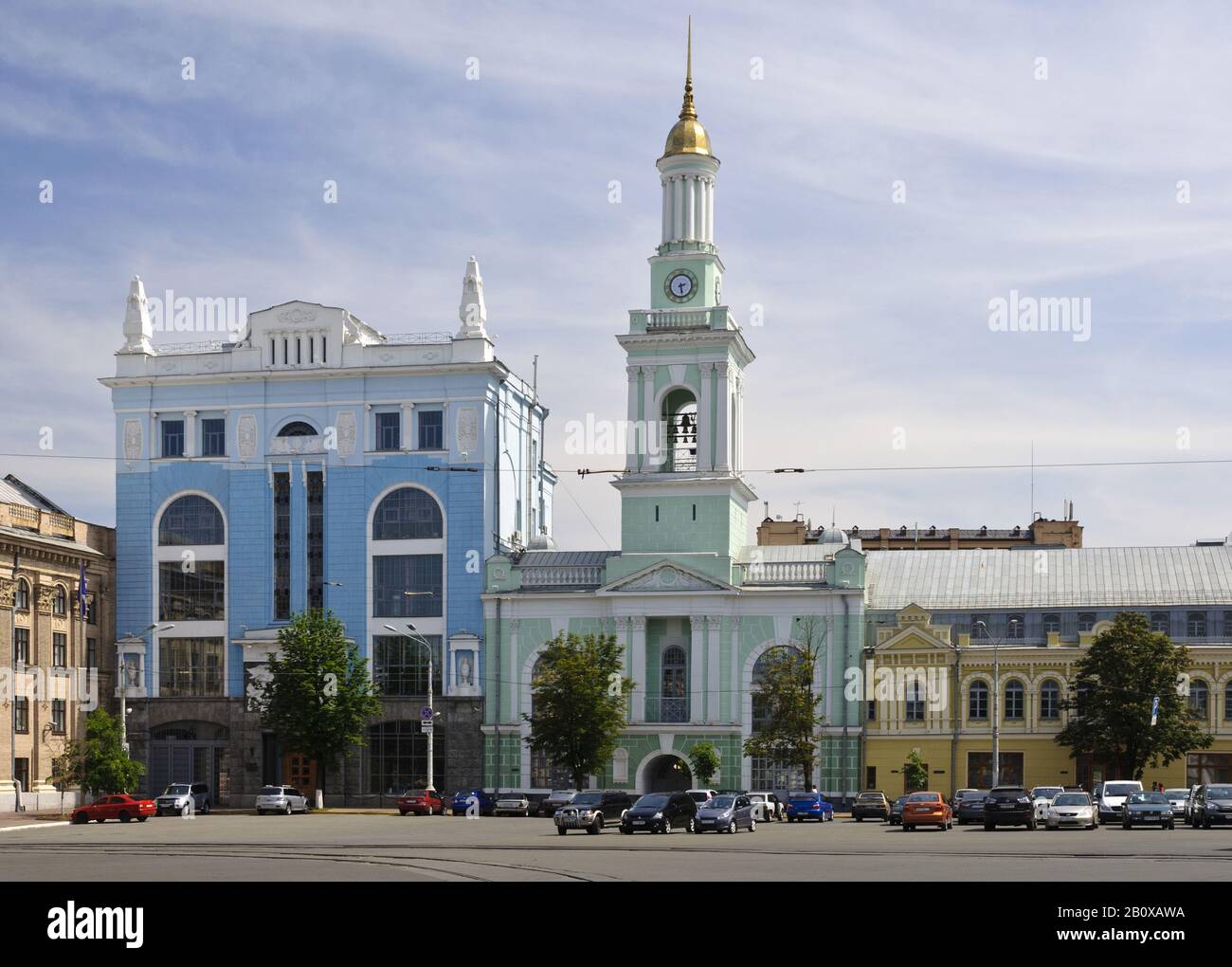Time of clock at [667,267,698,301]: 2:28
